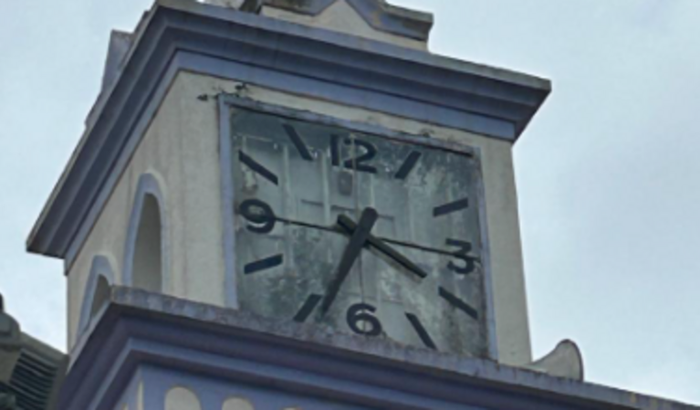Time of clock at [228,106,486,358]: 3:34
